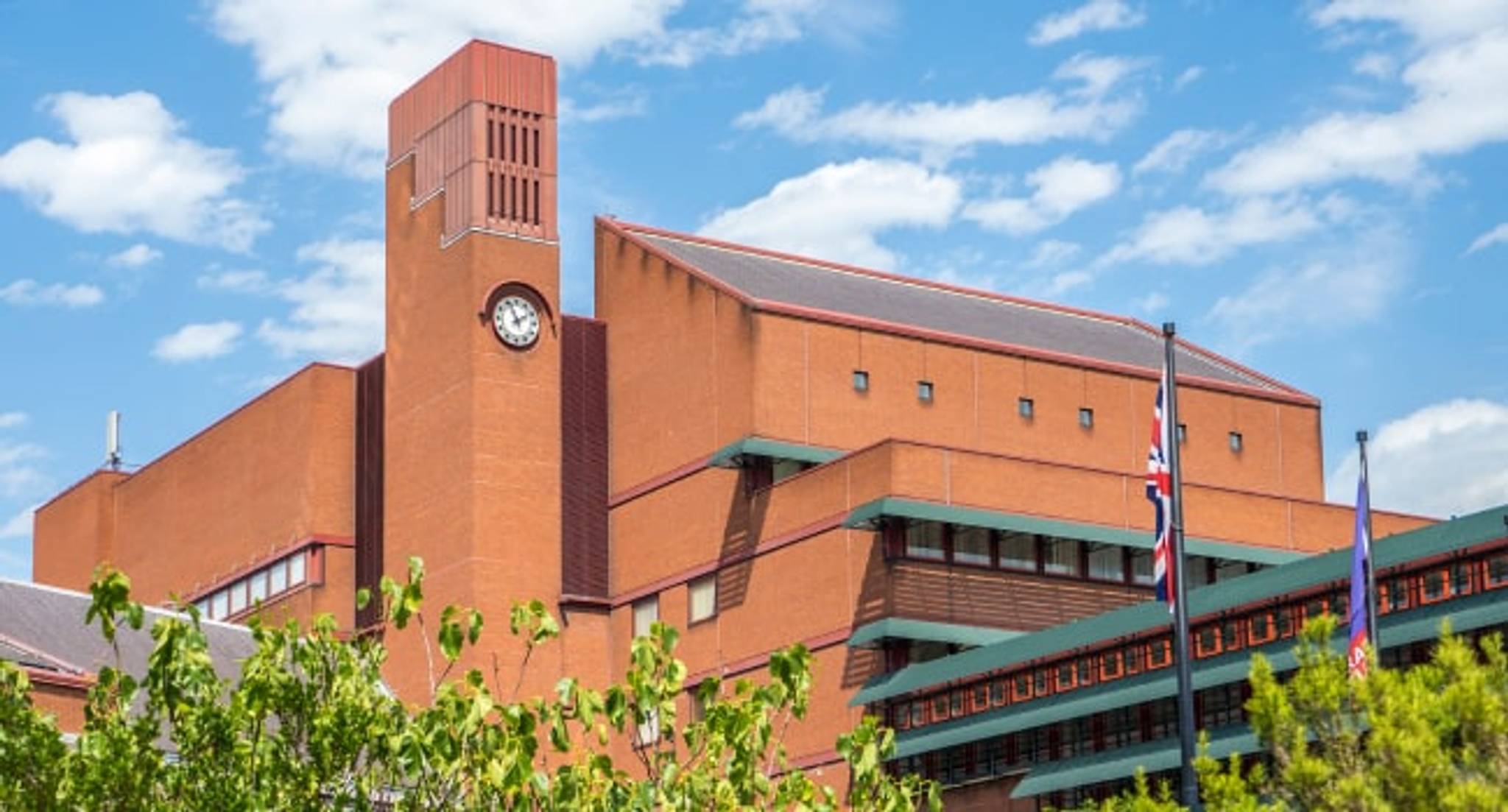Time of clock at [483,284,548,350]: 1:56
